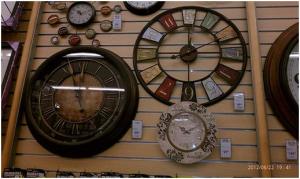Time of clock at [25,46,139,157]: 9:14
